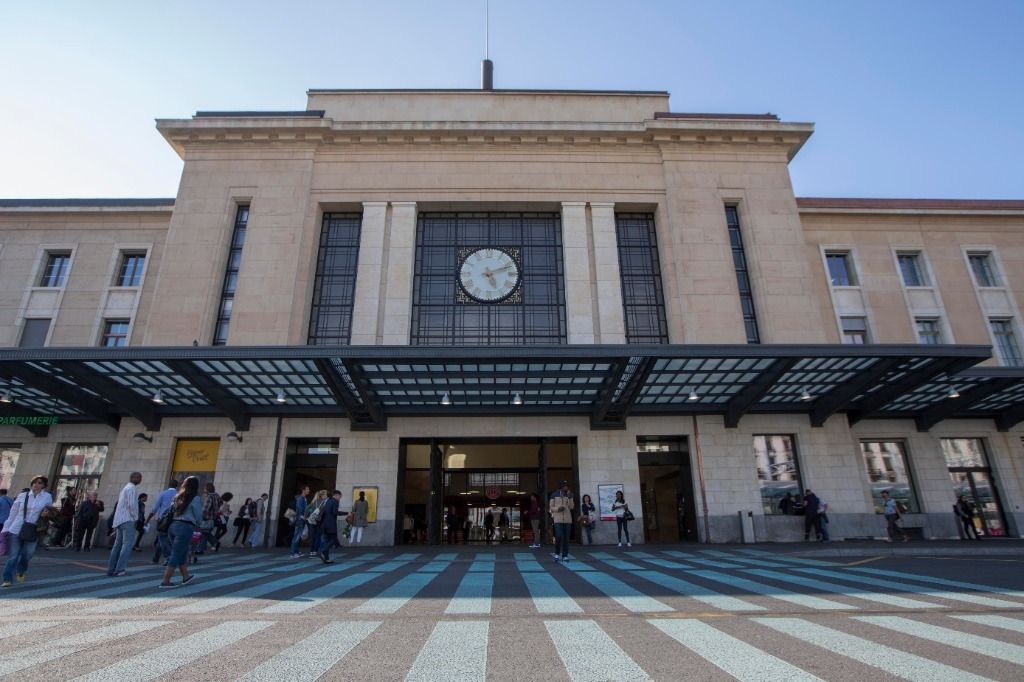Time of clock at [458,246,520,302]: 5:11
